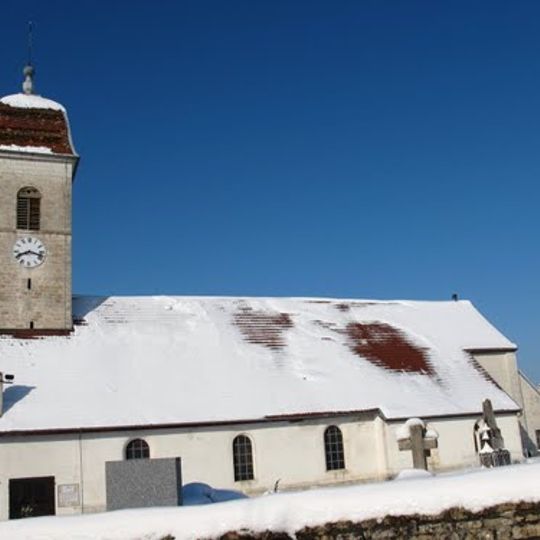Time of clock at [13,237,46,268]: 8:17
